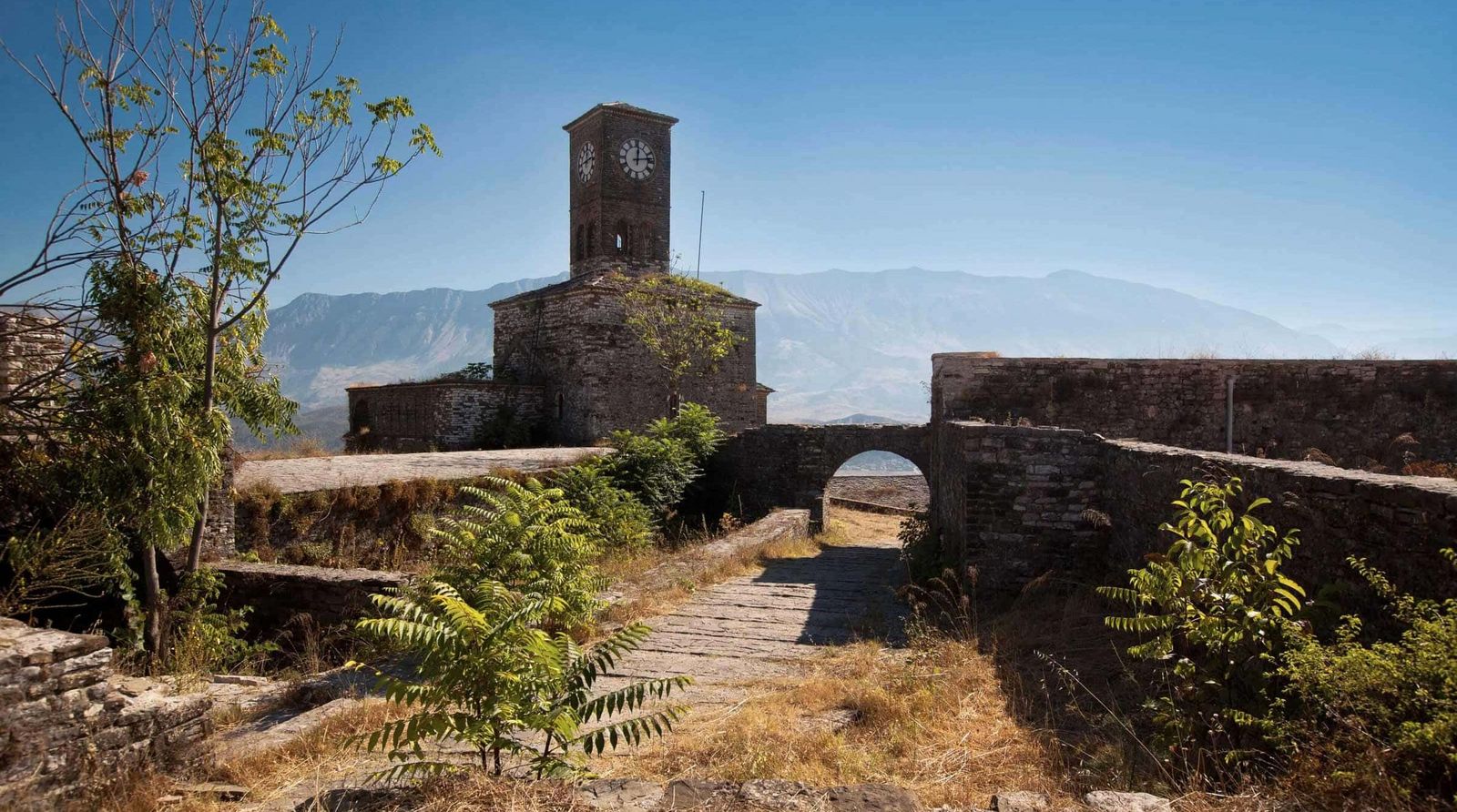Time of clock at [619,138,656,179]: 12:13
